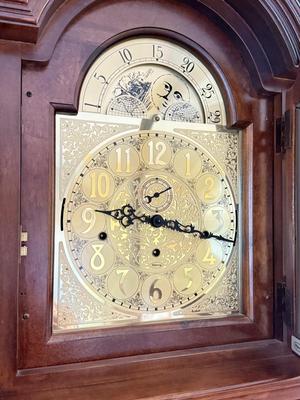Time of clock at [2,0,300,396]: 9:17
